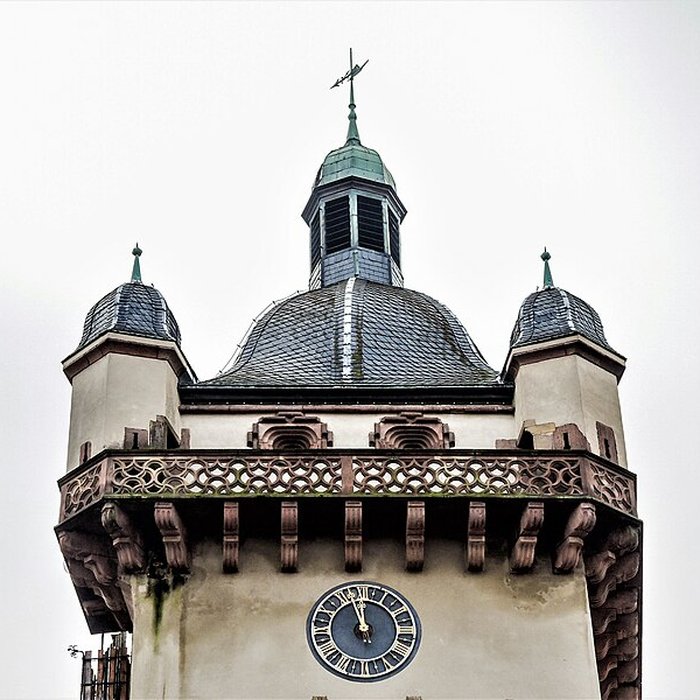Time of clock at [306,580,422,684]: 11:56
